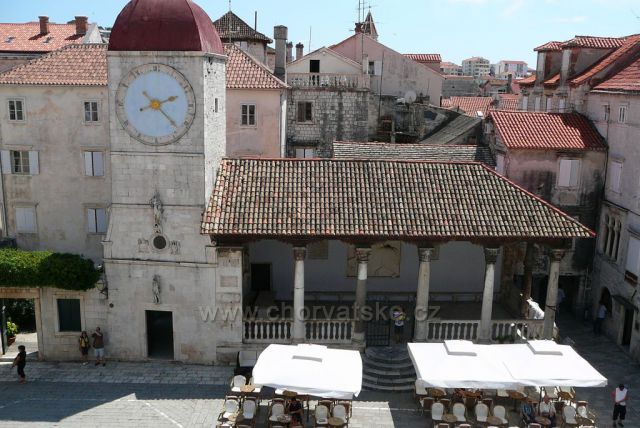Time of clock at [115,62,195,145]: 2:22
